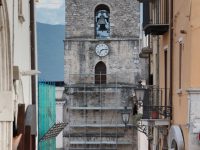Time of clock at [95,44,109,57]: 7:13
